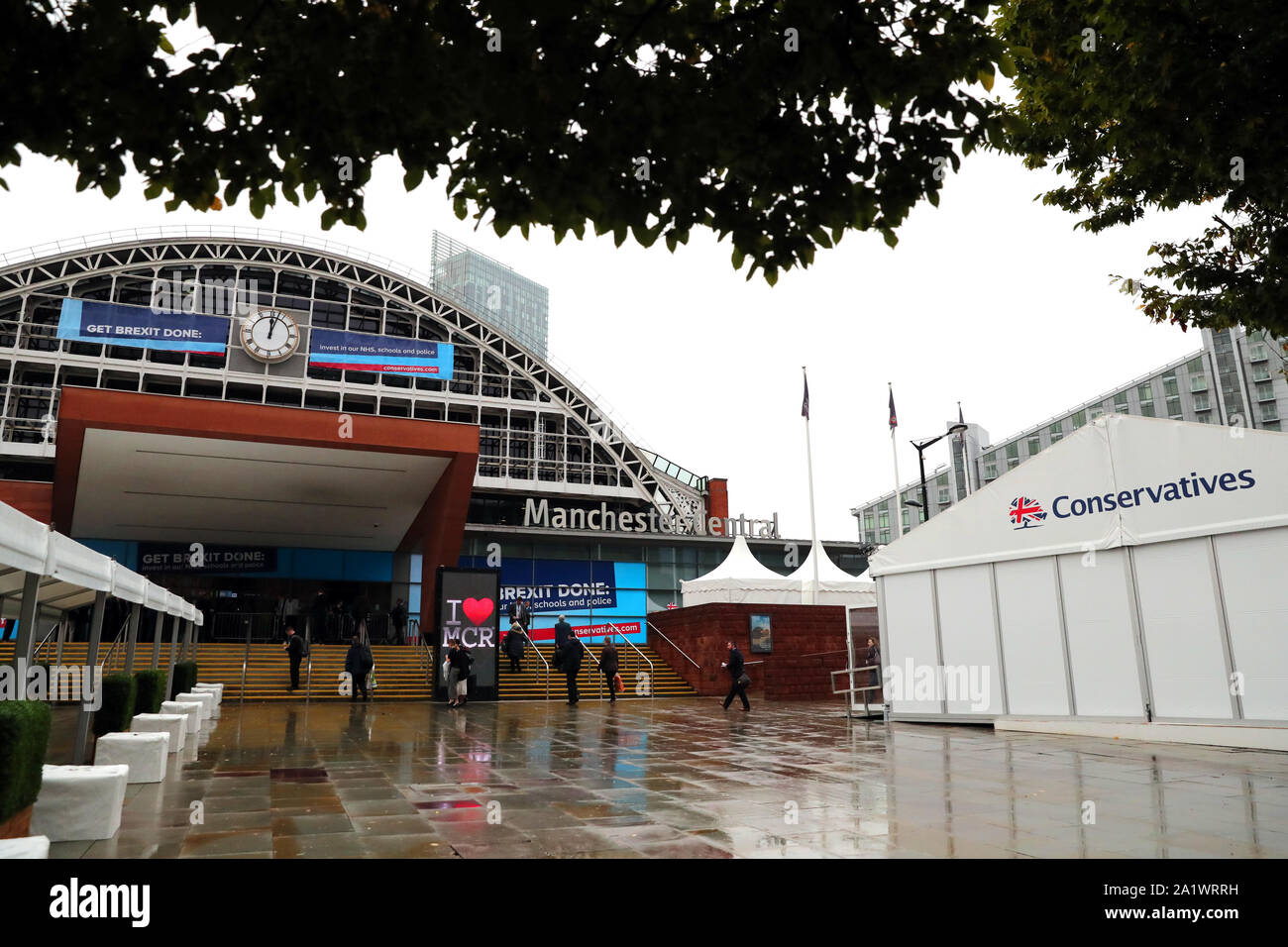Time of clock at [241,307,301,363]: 12:02
